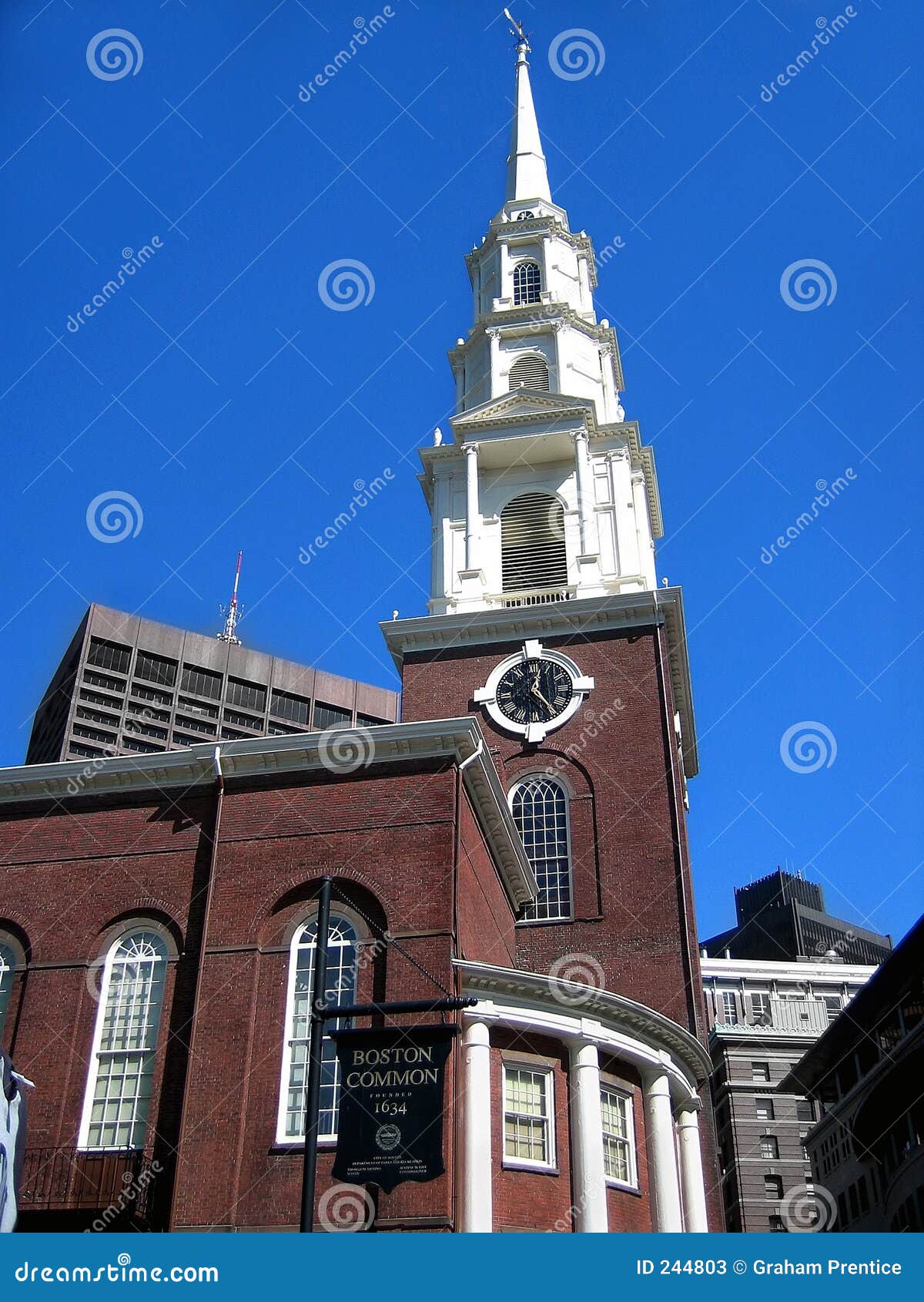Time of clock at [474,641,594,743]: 12:23
